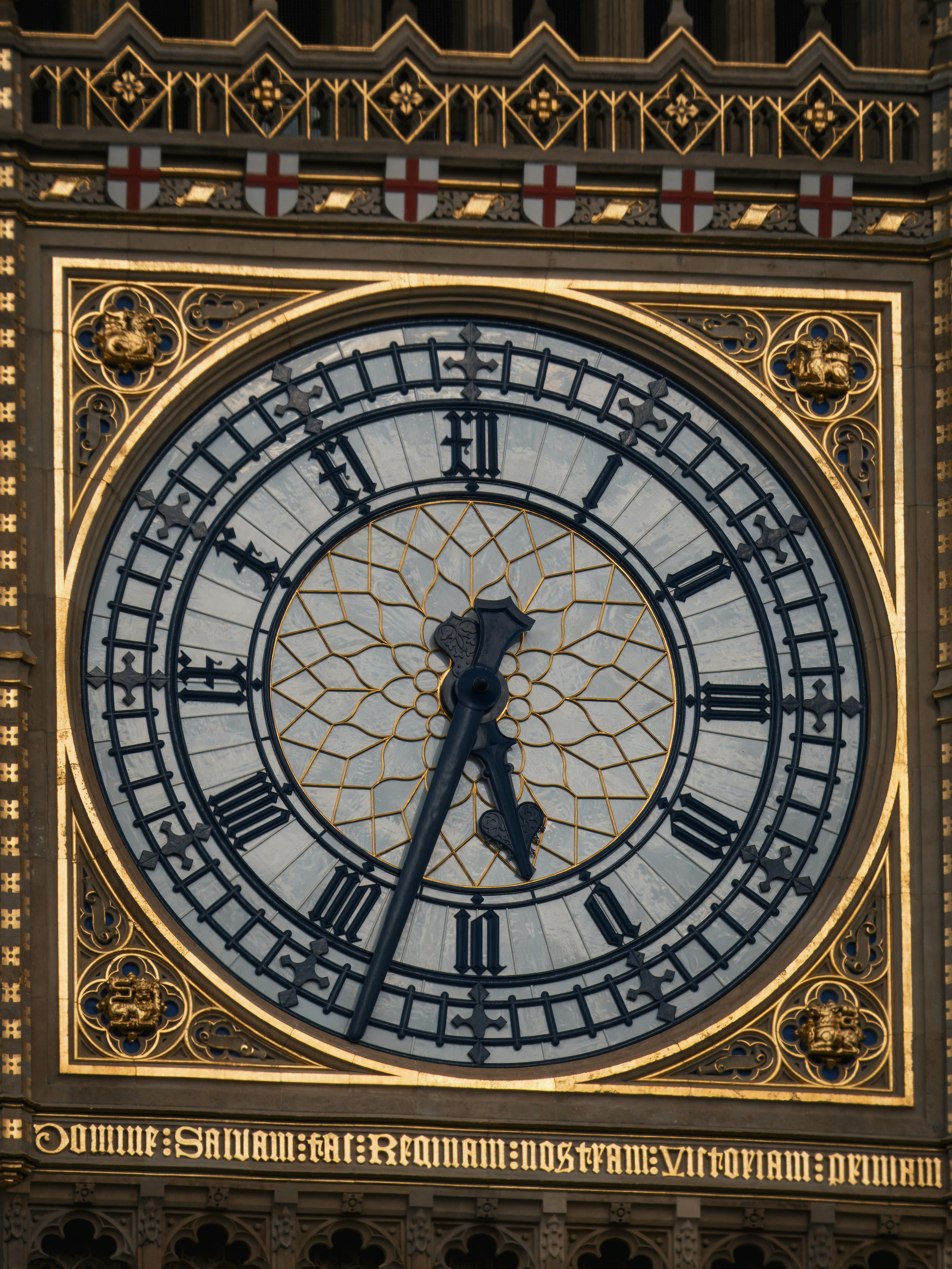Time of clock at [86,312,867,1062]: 5:32
